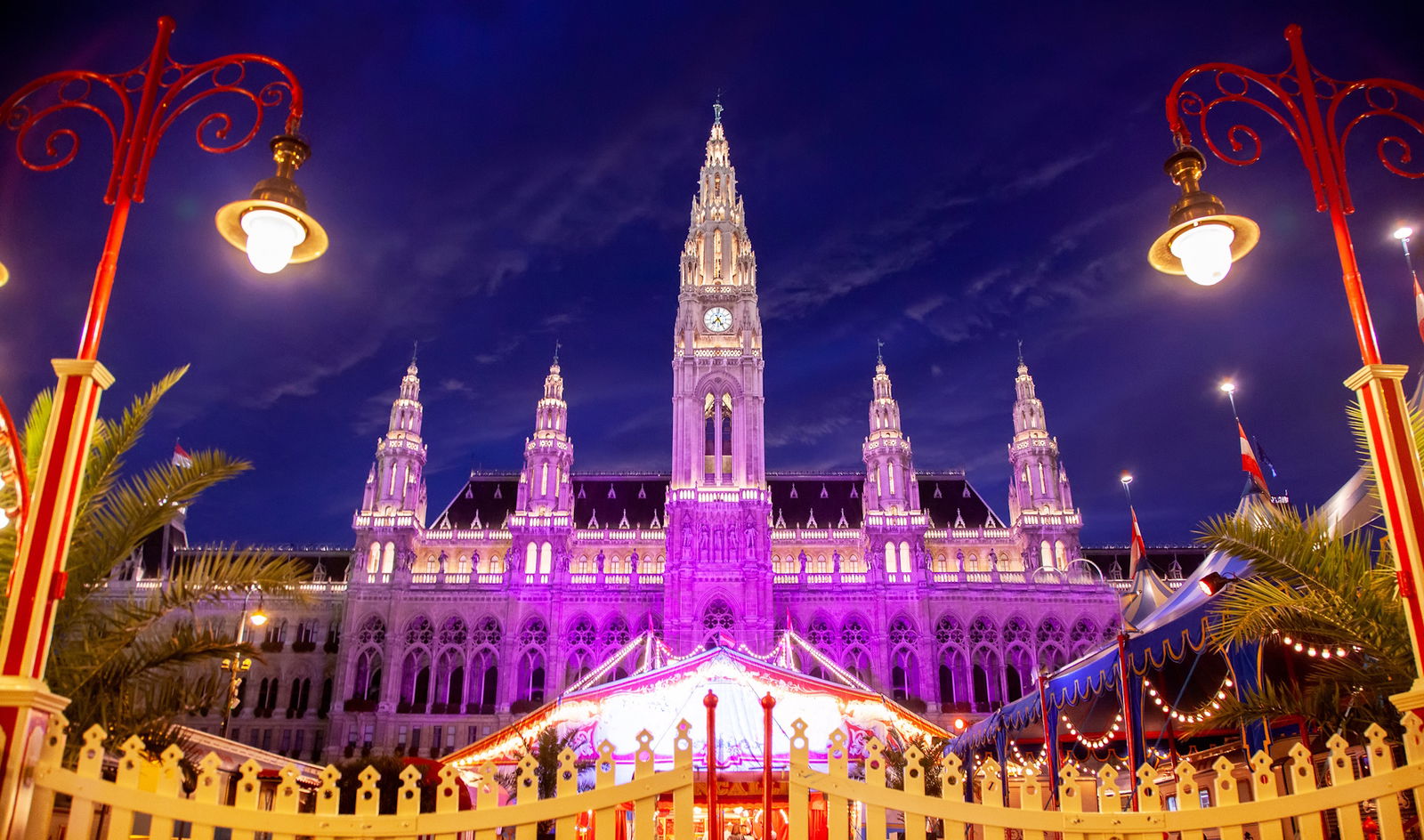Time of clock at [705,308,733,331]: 7:25
